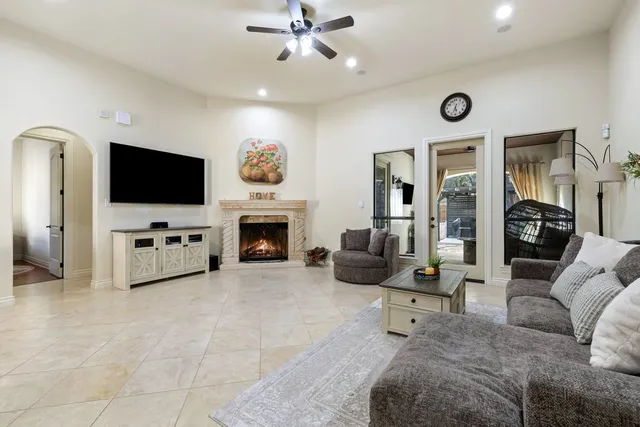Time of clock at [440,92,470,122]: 5:33
